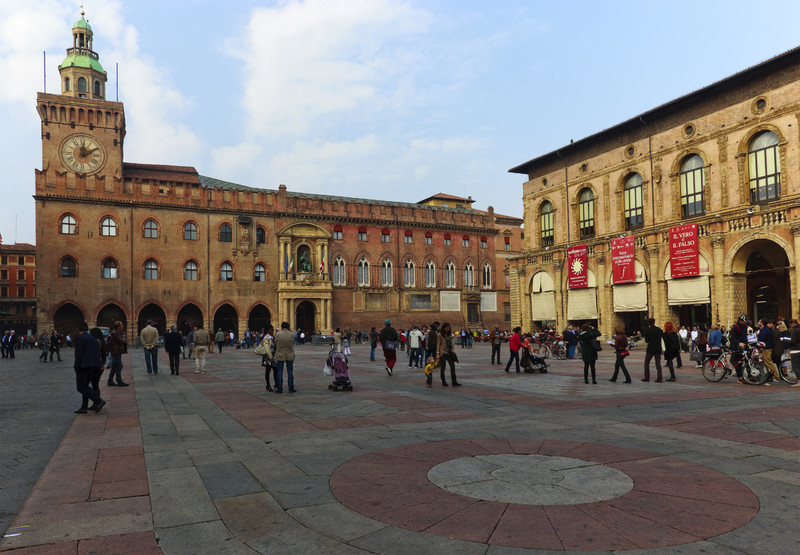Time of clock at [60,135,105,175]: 12:10
